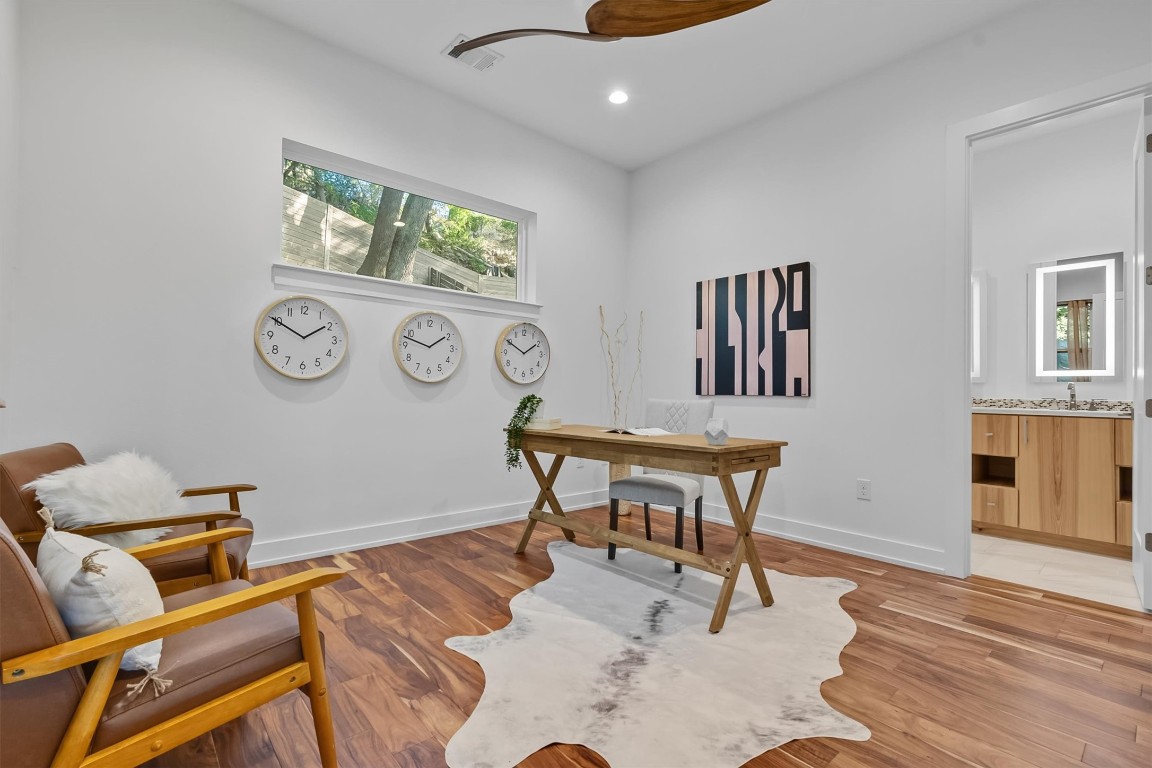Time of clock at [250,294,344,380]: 1:50
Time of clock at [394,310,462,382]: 1:47
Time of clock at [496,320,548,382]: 1:50
